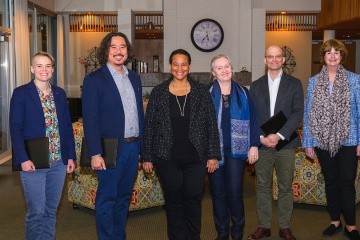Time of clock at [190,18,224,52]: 5:36
